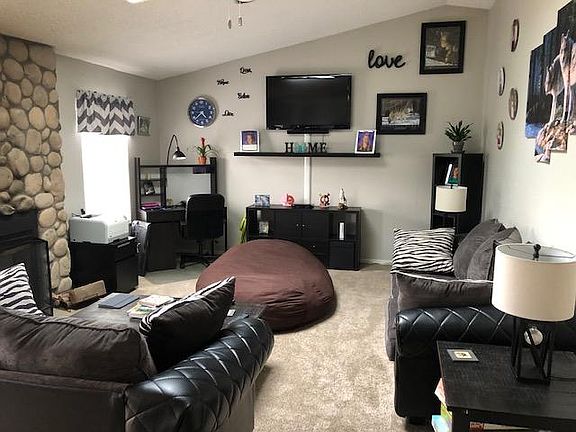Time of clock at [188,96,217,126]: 4:37
